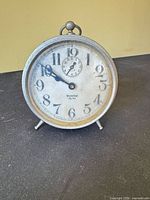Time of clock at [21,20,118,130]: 9:50
